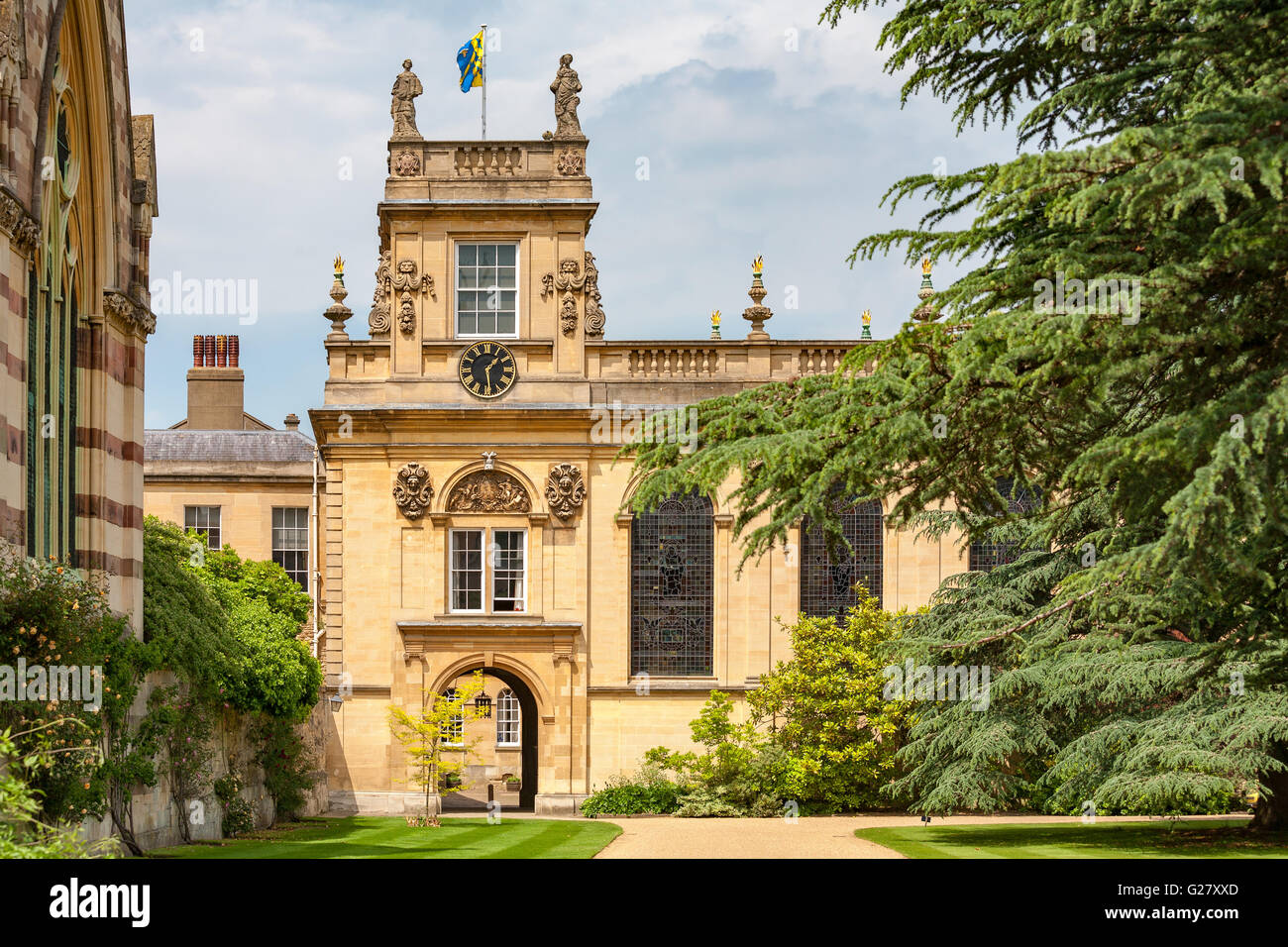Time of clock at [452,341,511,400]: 1:28
